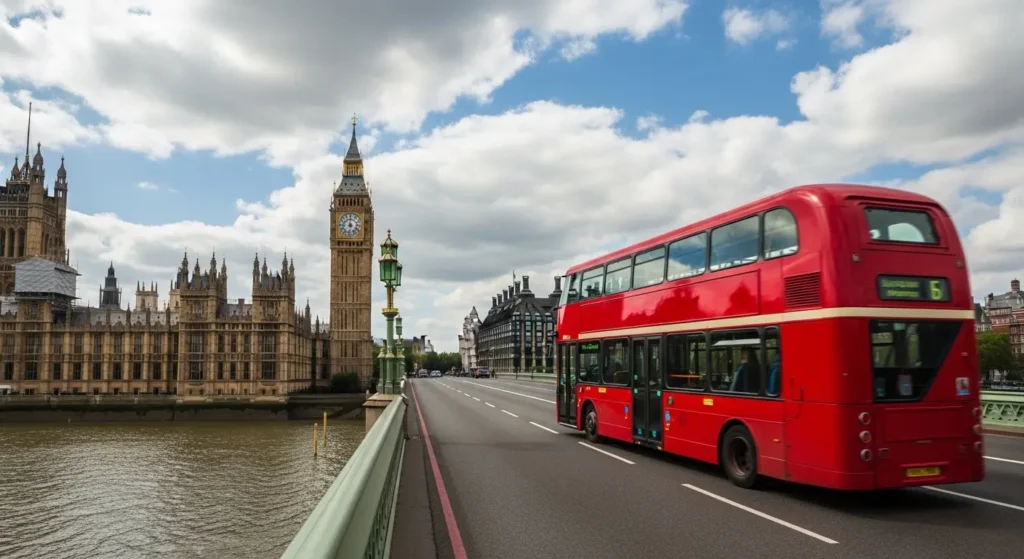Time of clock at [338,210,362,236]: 5:59
